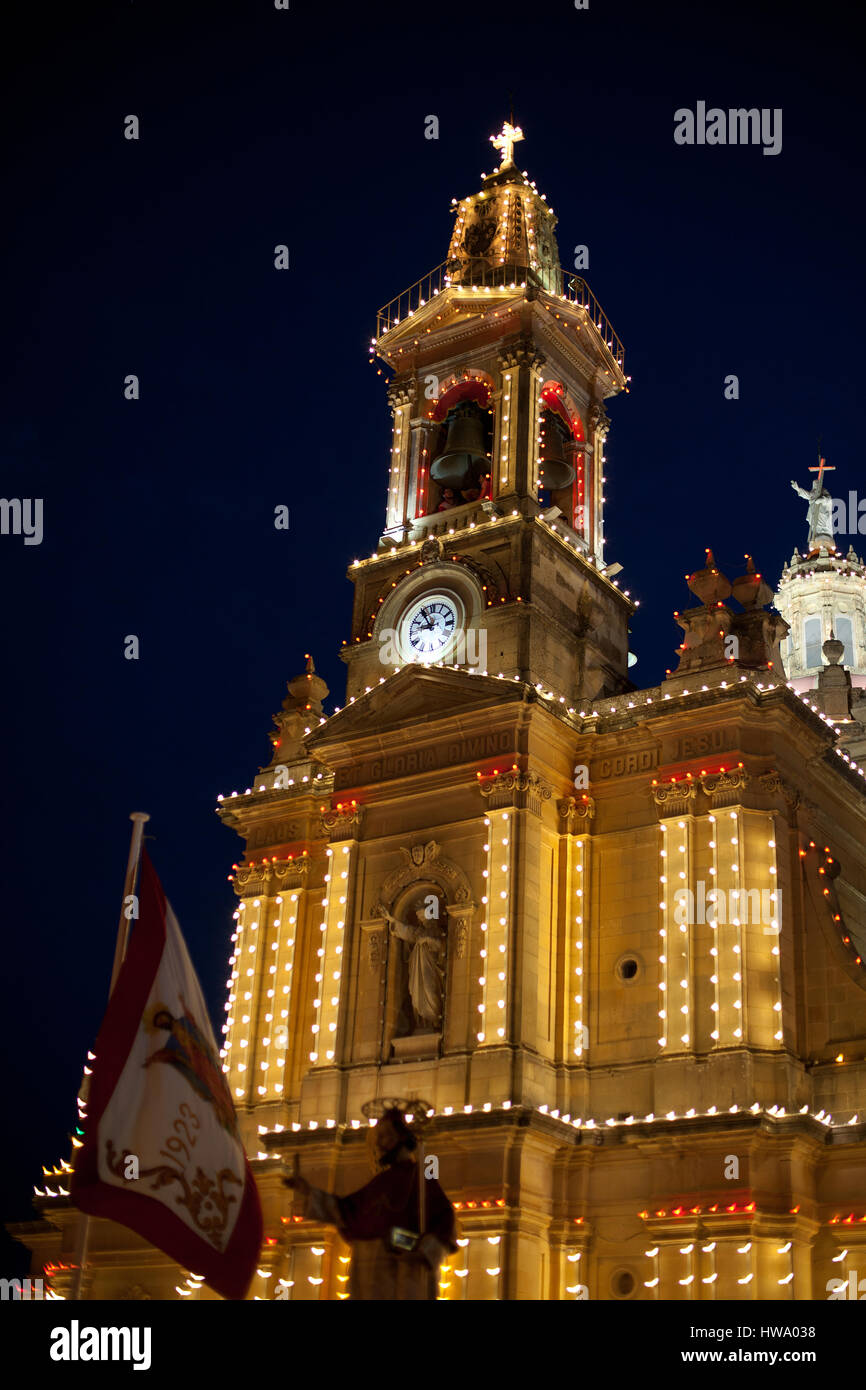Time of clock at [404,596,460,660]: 8:54
